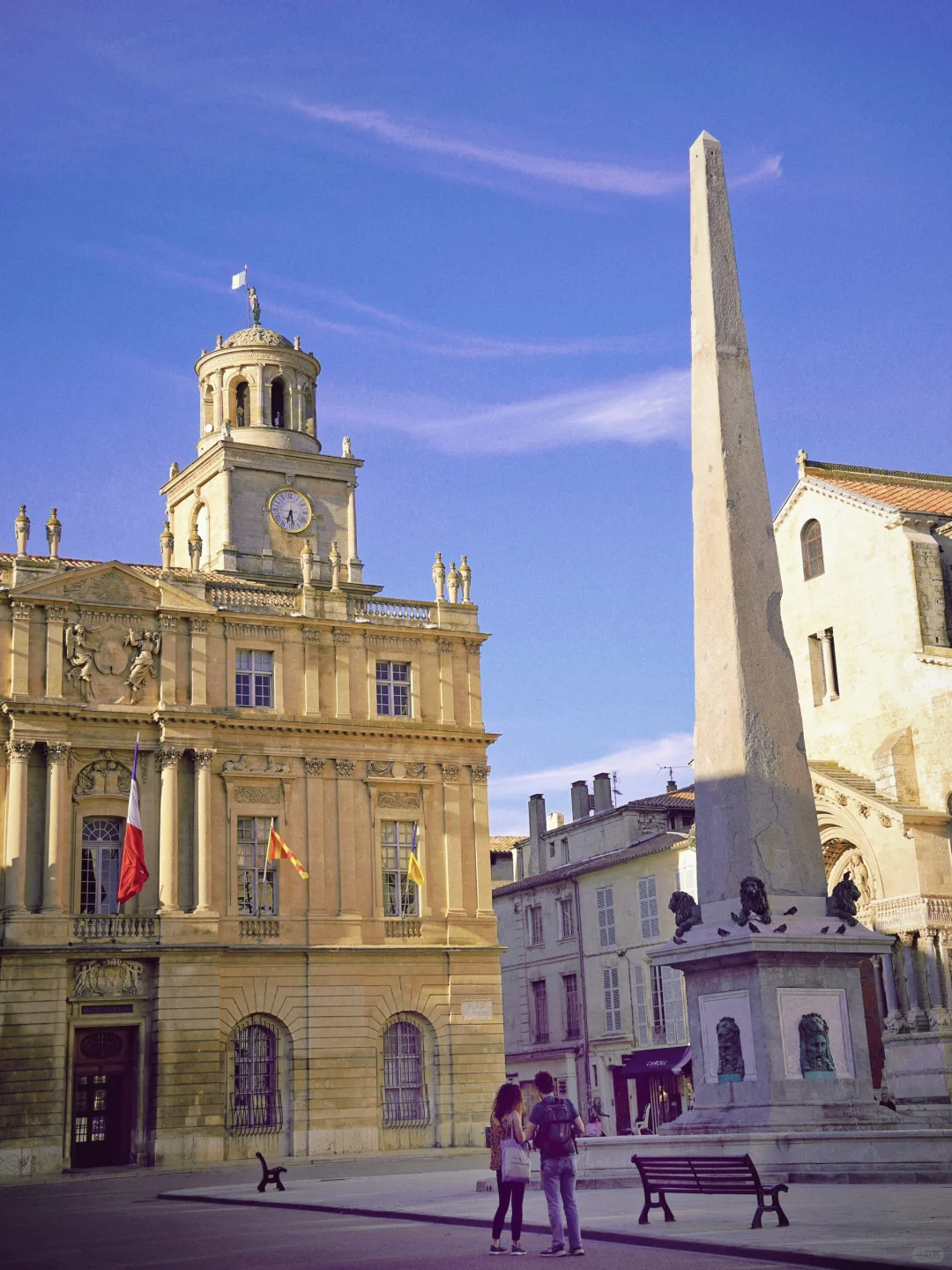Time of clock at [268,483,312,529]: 6:28
